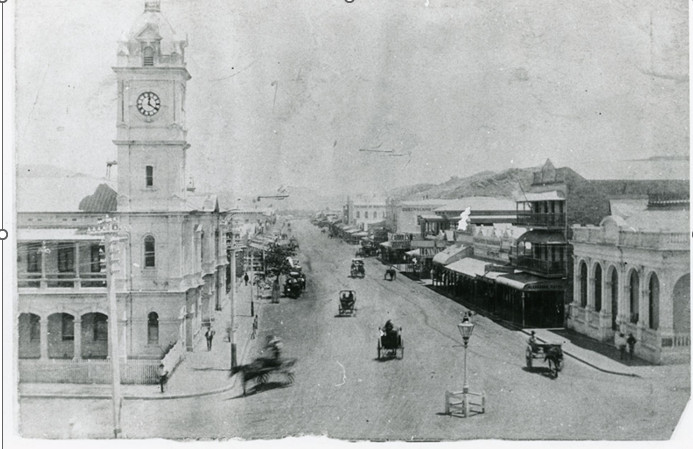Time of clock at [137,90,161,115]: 12:20
